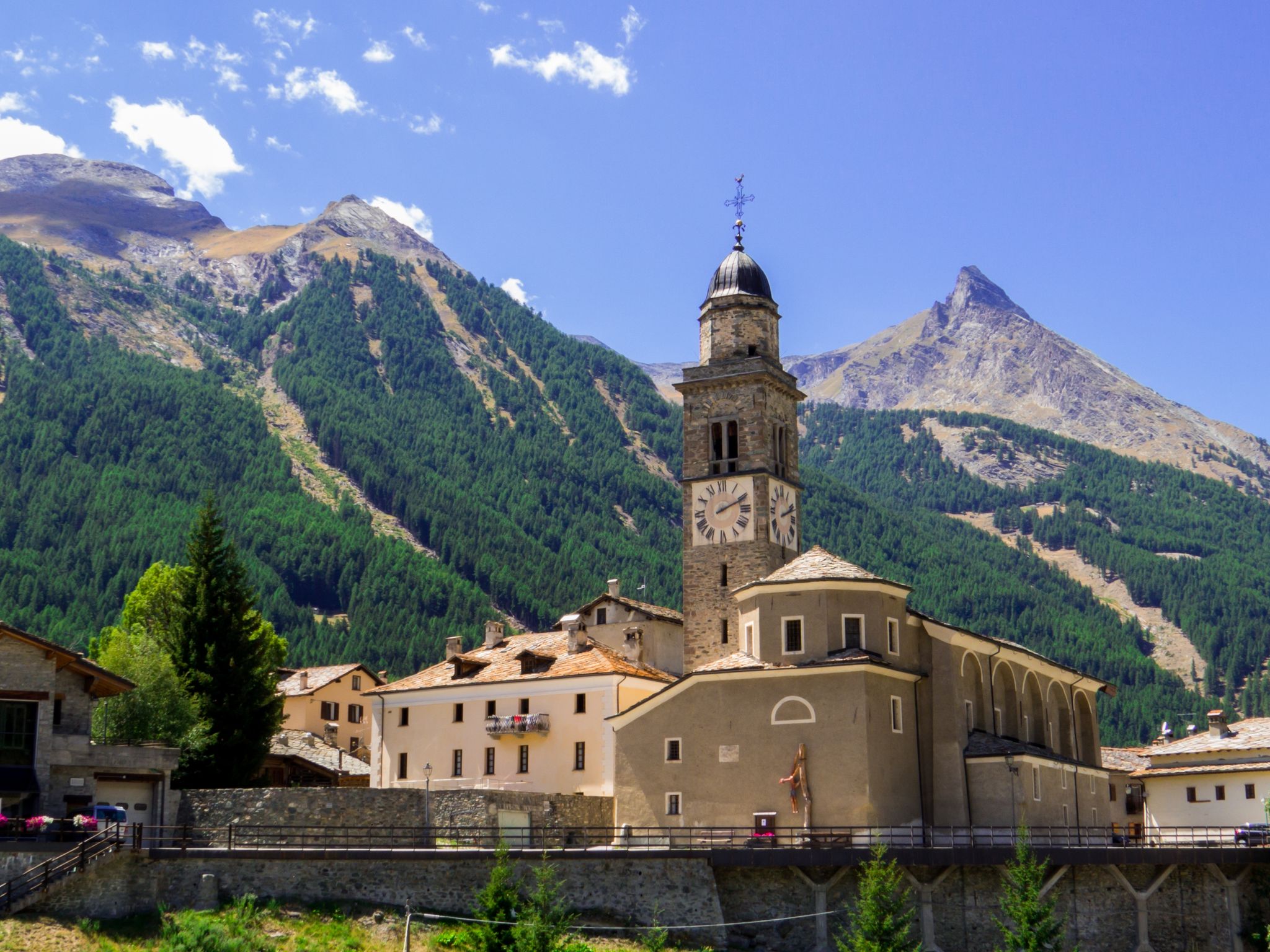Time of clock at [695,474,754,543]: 2:10
